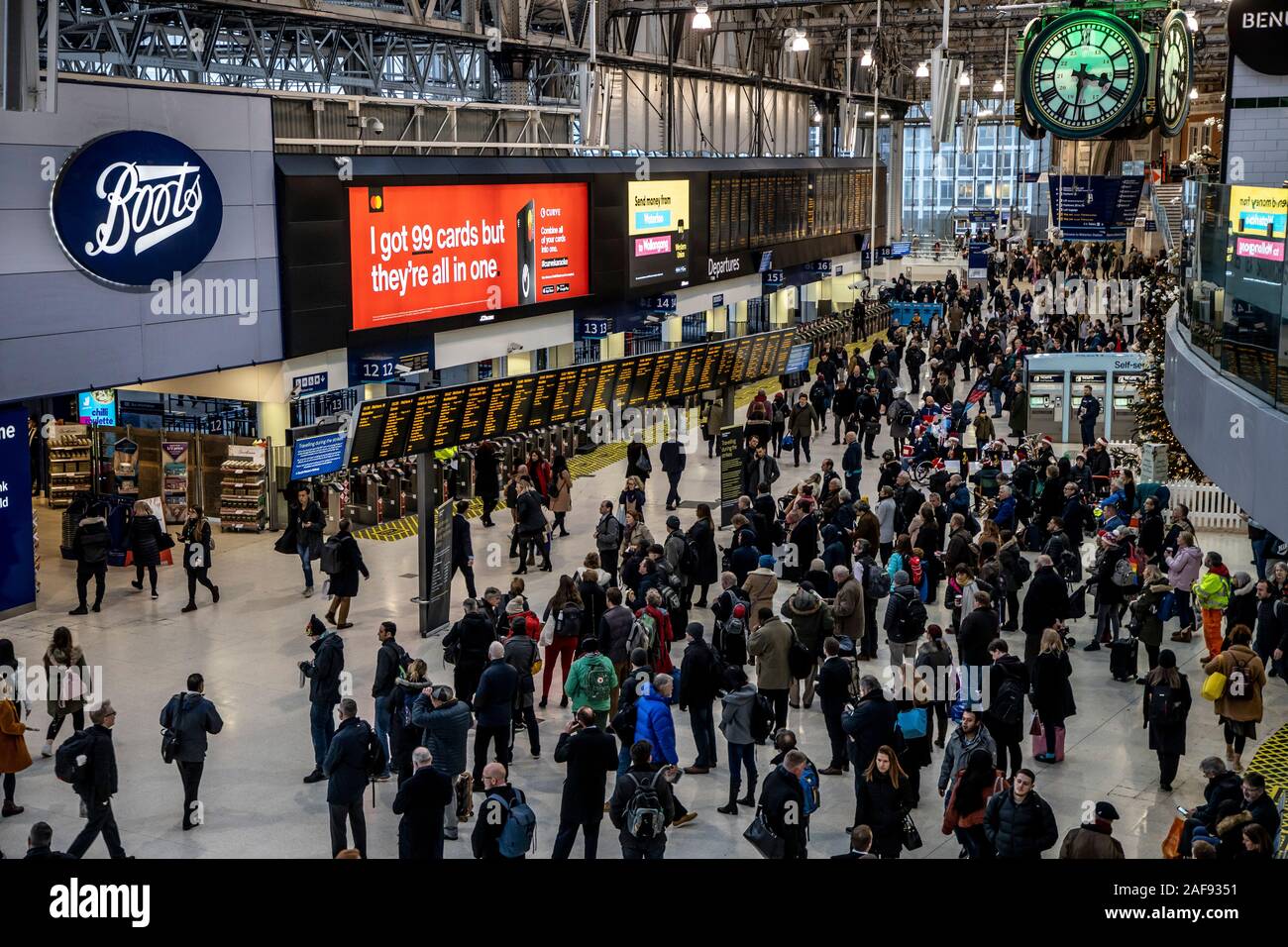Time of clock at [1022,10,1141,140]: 3:31
